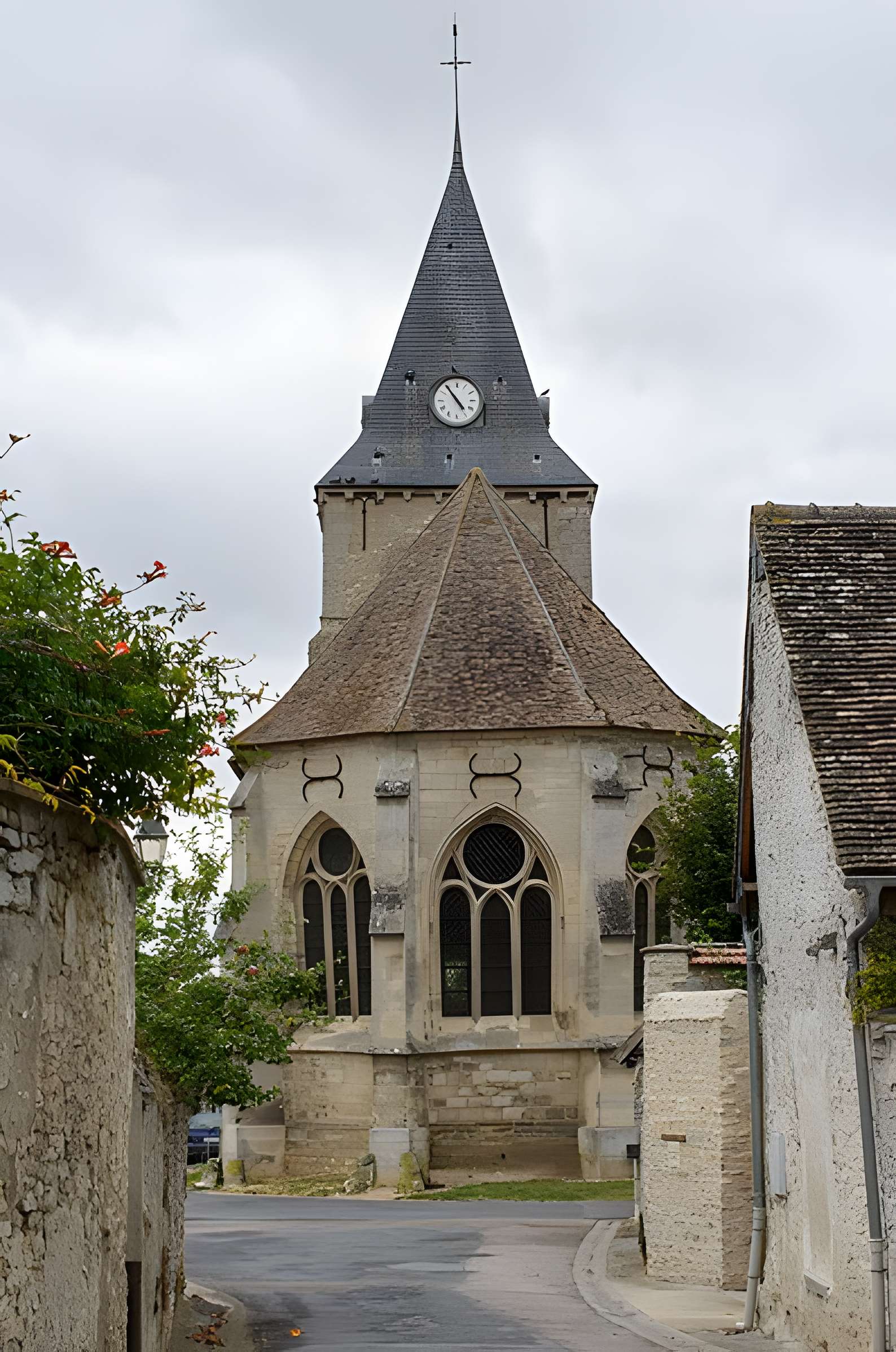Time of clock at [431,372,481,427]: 4:54
